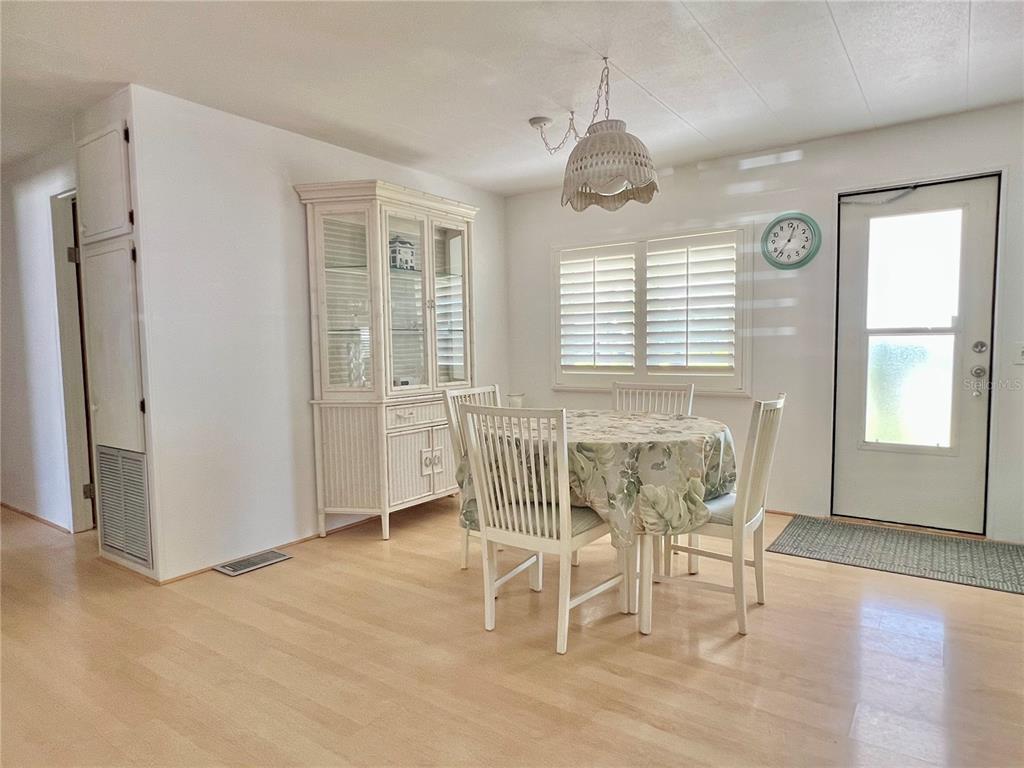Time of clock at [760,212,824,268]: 12:36
